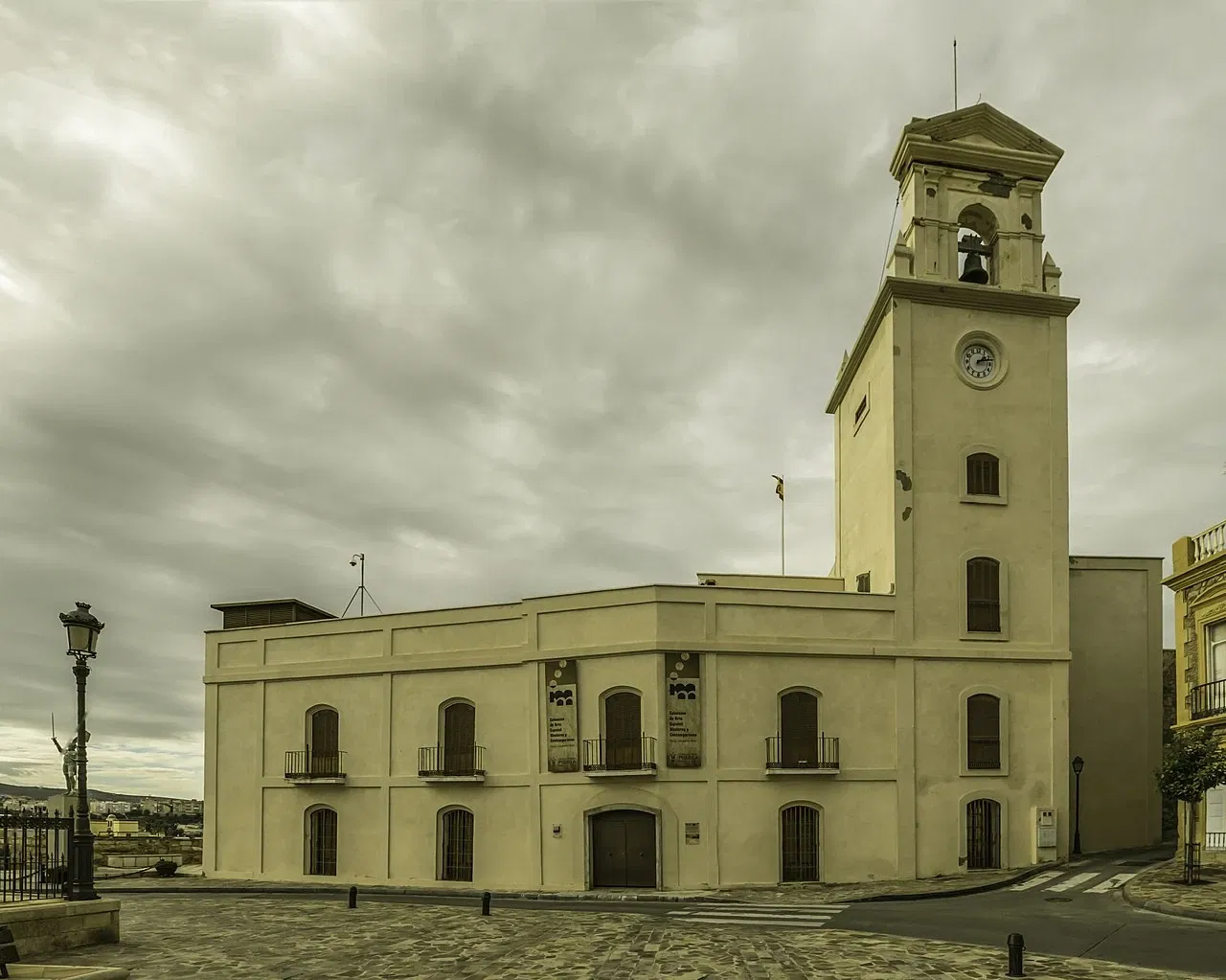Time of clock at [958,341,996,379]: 2:13
